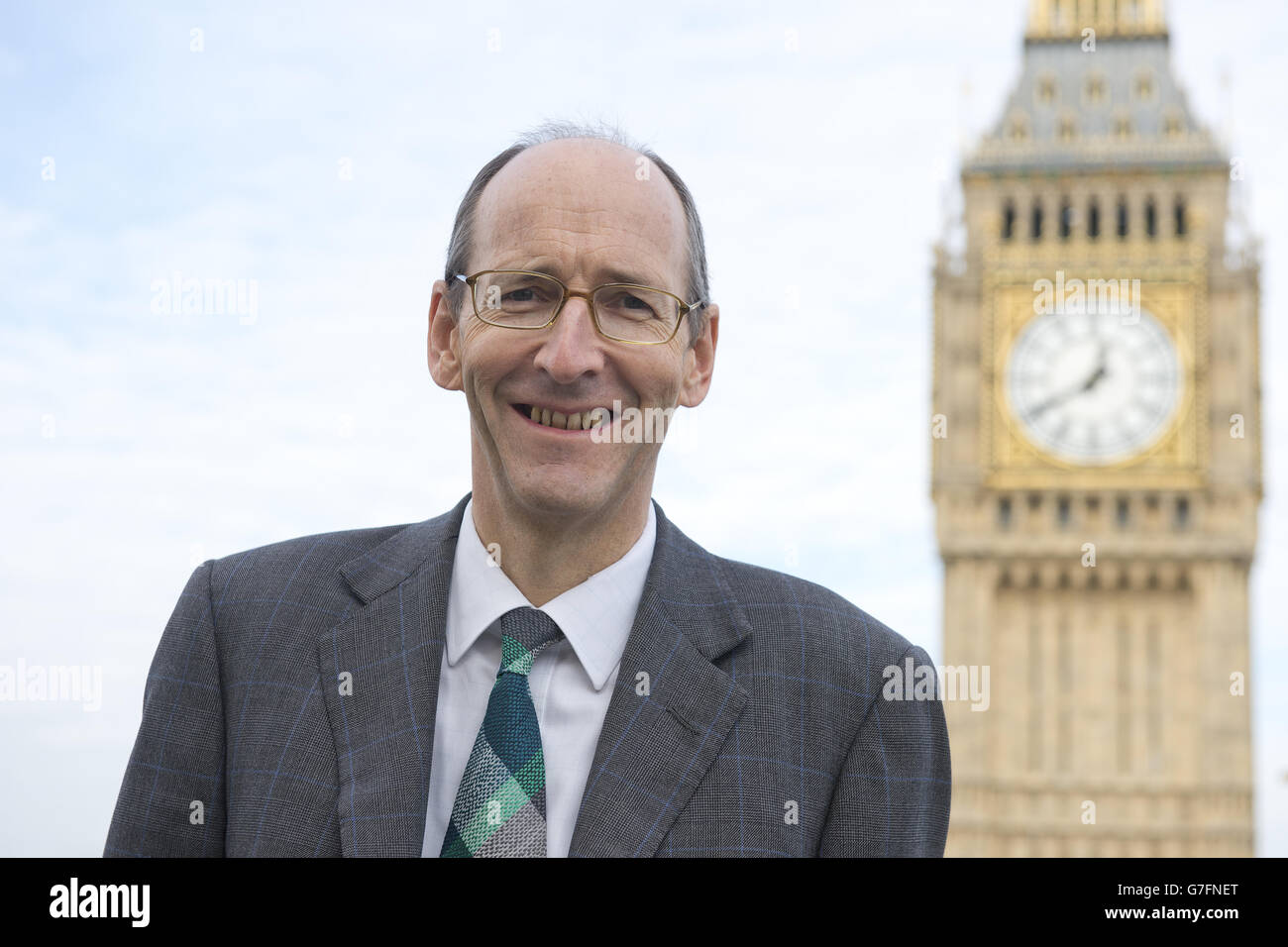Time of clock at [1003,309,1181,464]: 12:40
